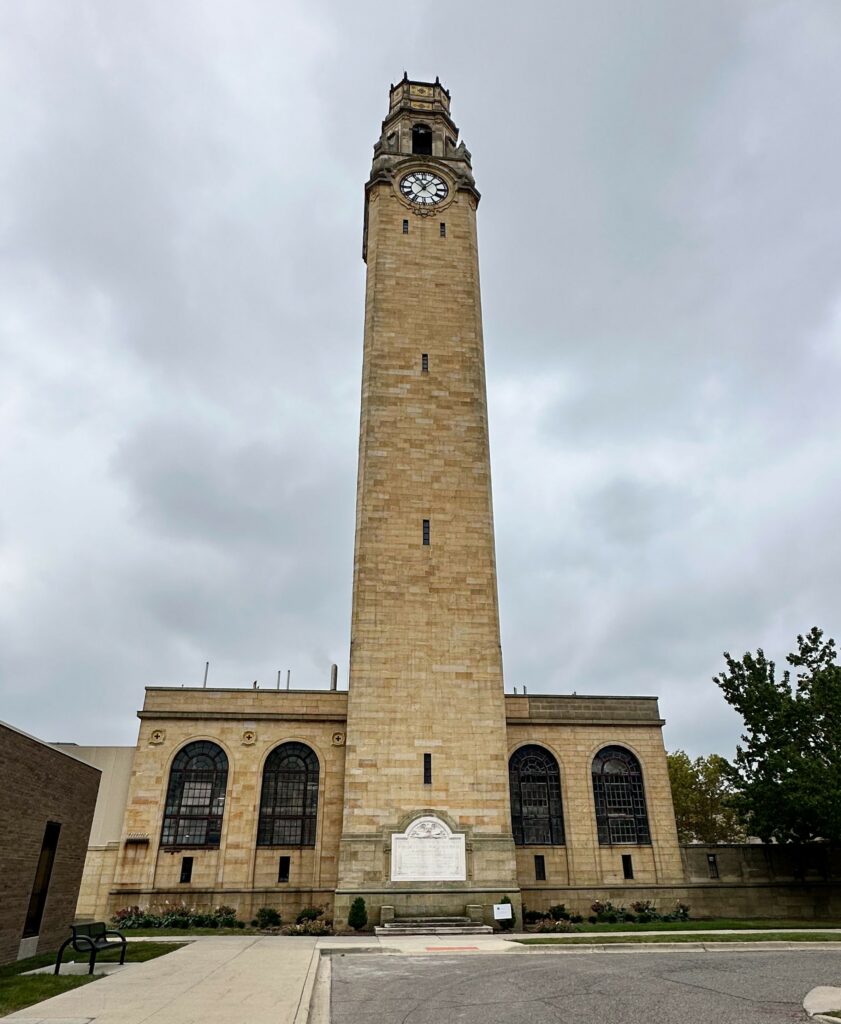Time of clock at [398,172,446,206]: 11:05
